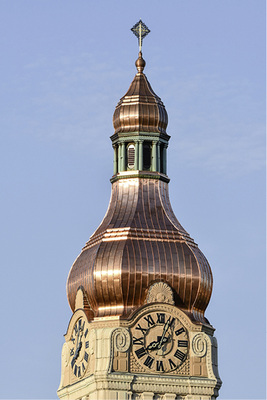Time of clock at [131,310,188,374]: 8:04
